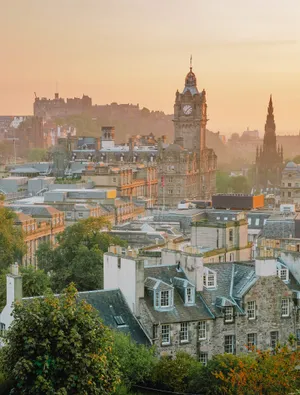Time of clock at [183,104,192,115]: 7:08
